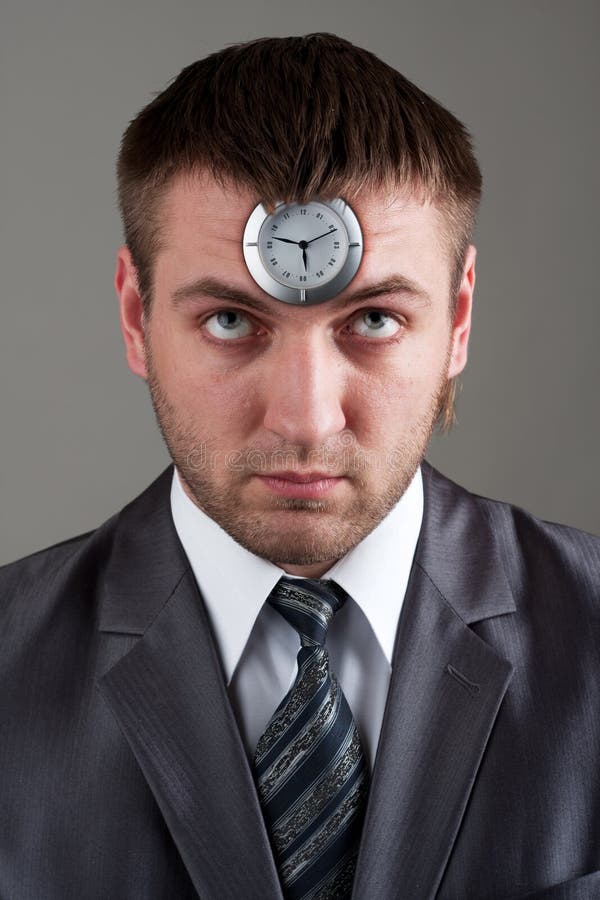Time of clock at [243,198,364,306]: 5:47
